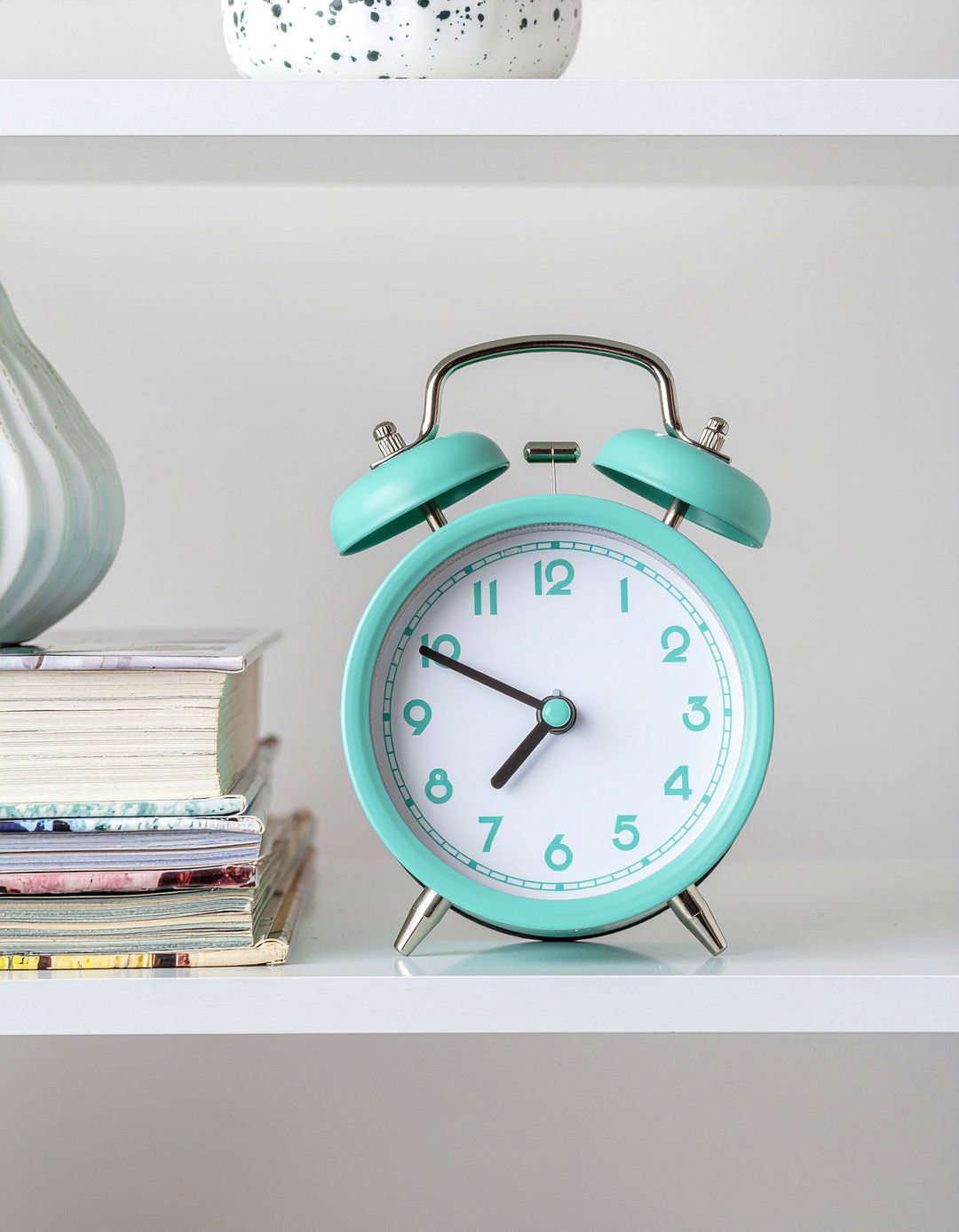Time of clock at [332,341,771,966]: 7:49
